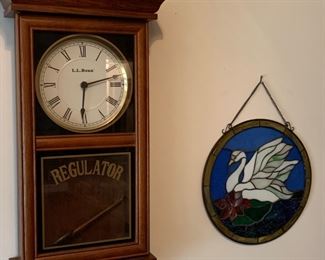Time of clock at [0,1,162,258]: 6:12
